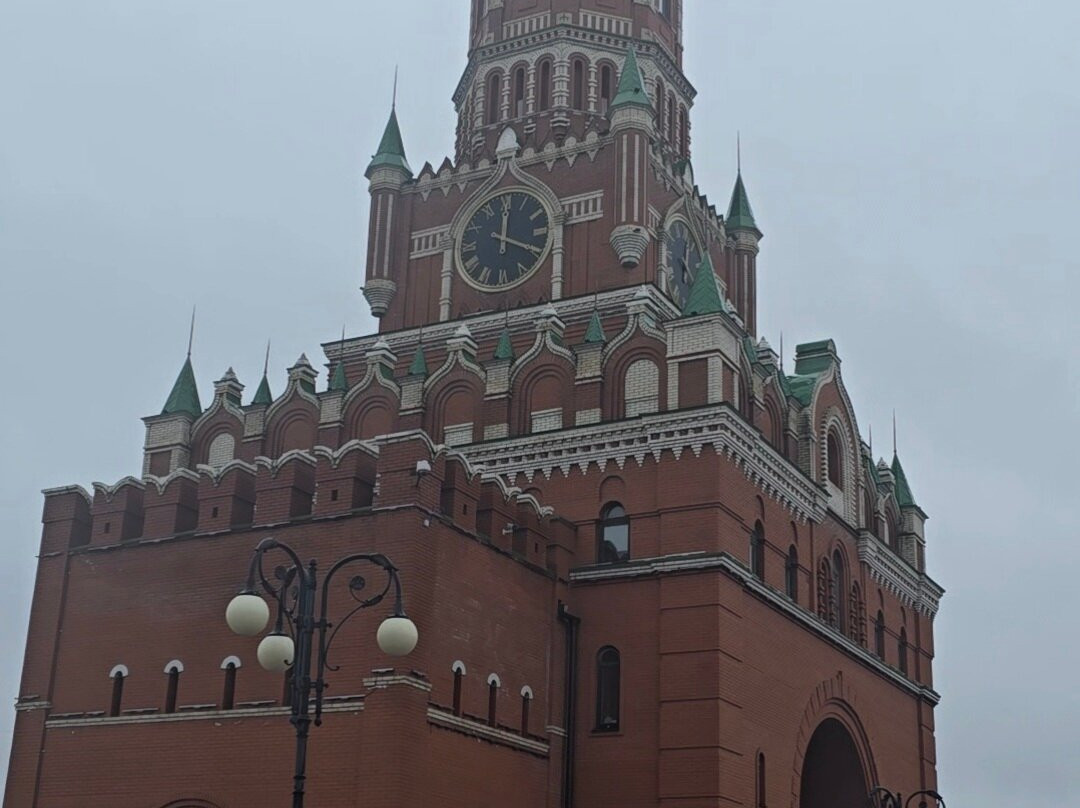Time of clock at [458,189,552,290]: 12:19
